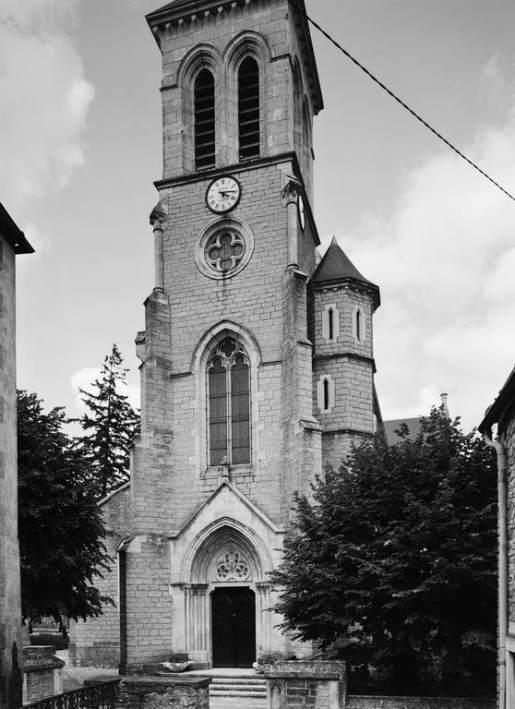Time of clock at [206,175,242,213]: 4:14
